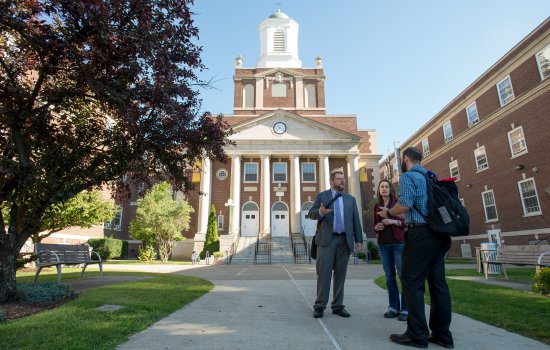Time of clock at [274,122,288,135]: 10:37
